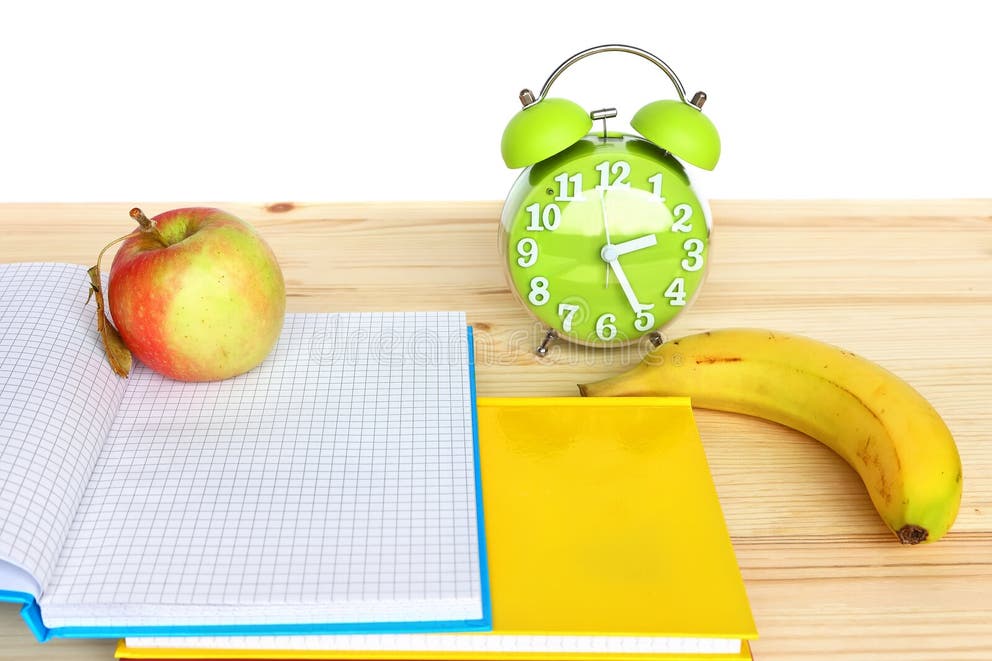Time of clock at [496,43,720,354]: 2:24
